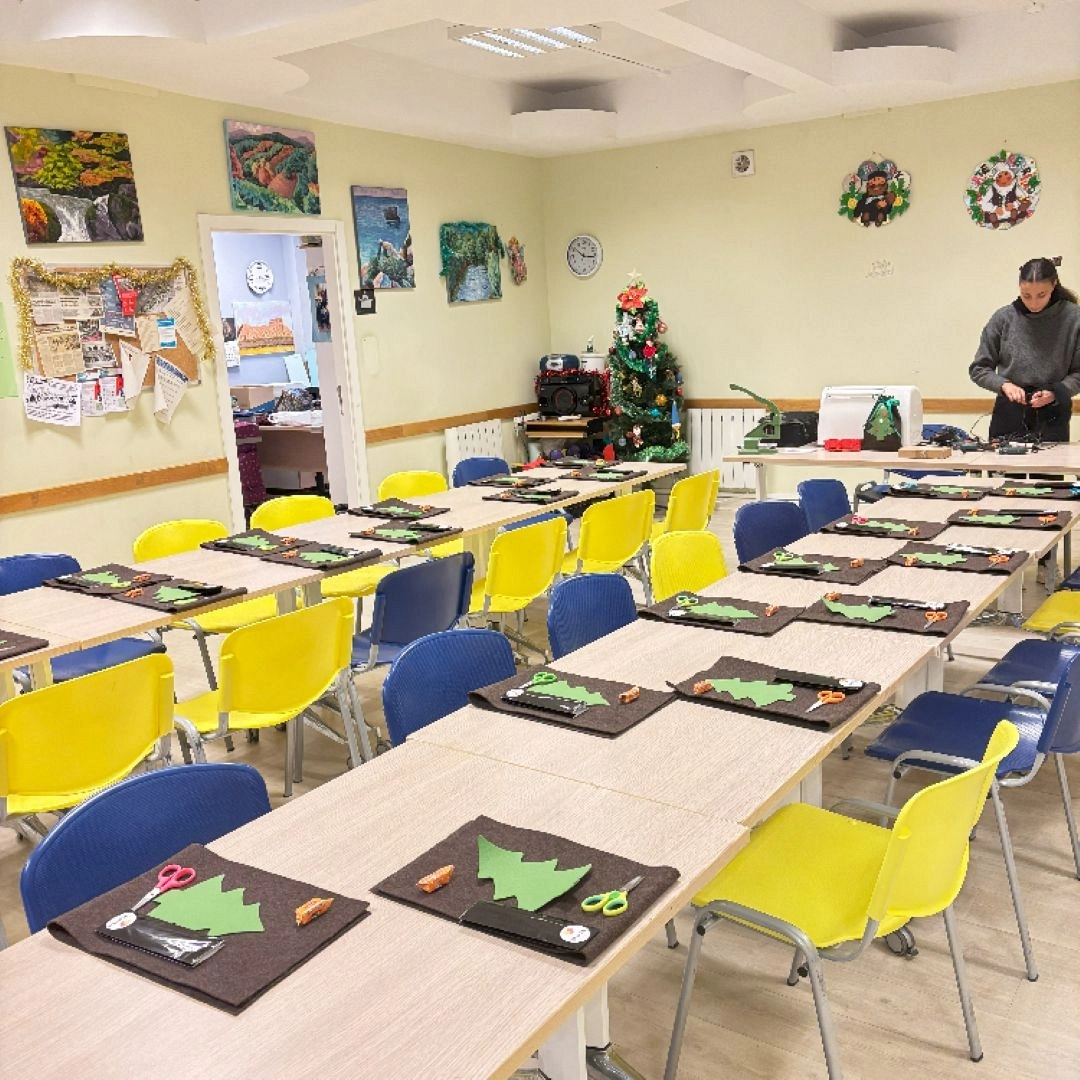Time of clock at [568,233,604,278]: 2:50
